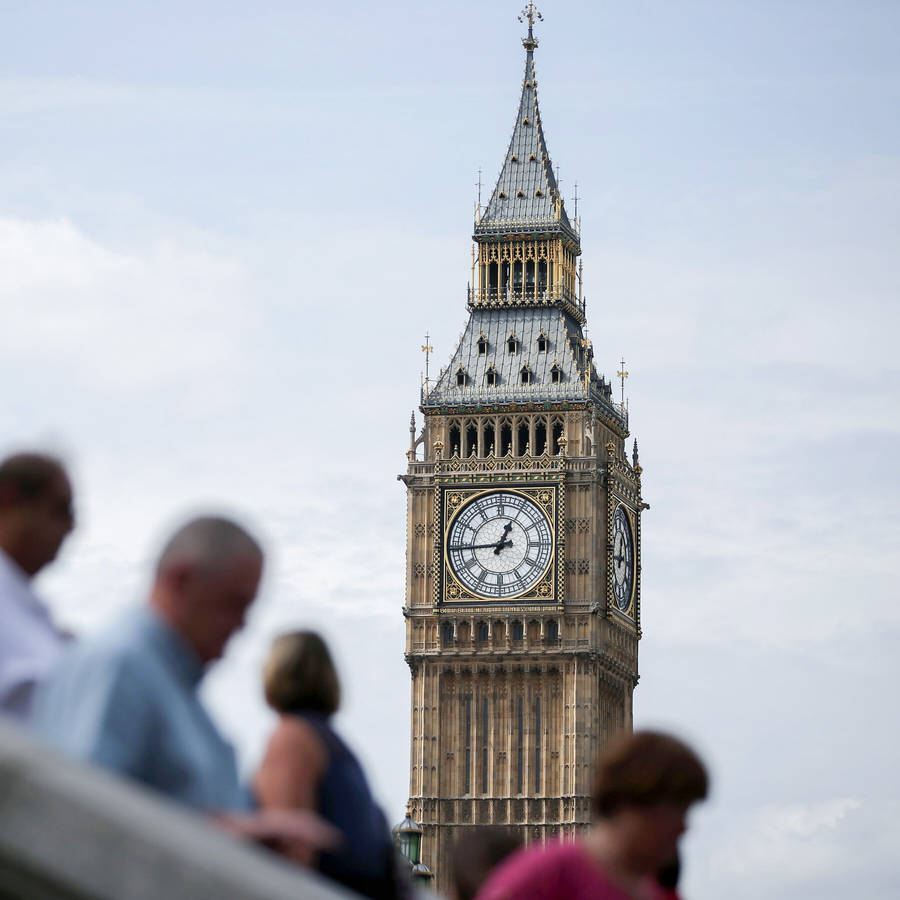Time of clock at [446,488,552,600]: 12:44
